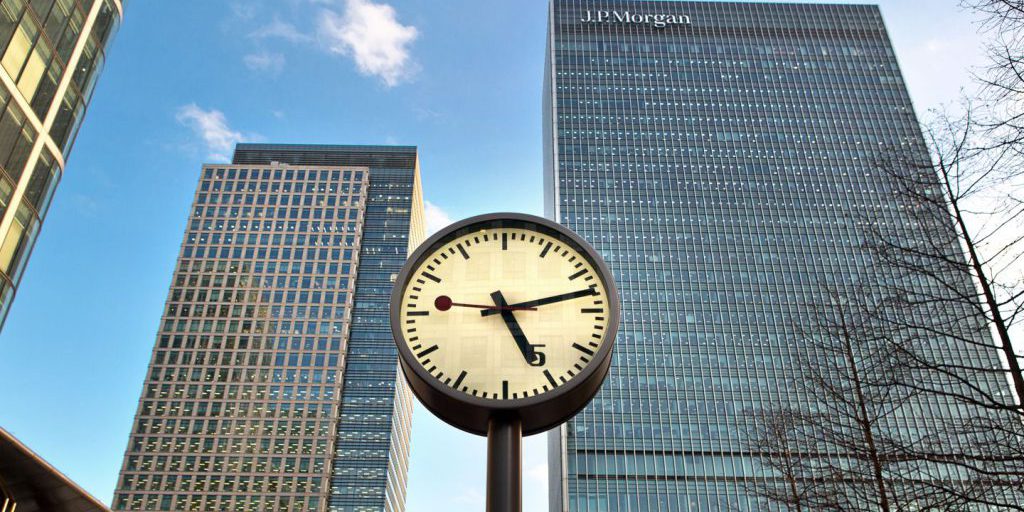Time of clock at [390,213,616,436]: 5:12
